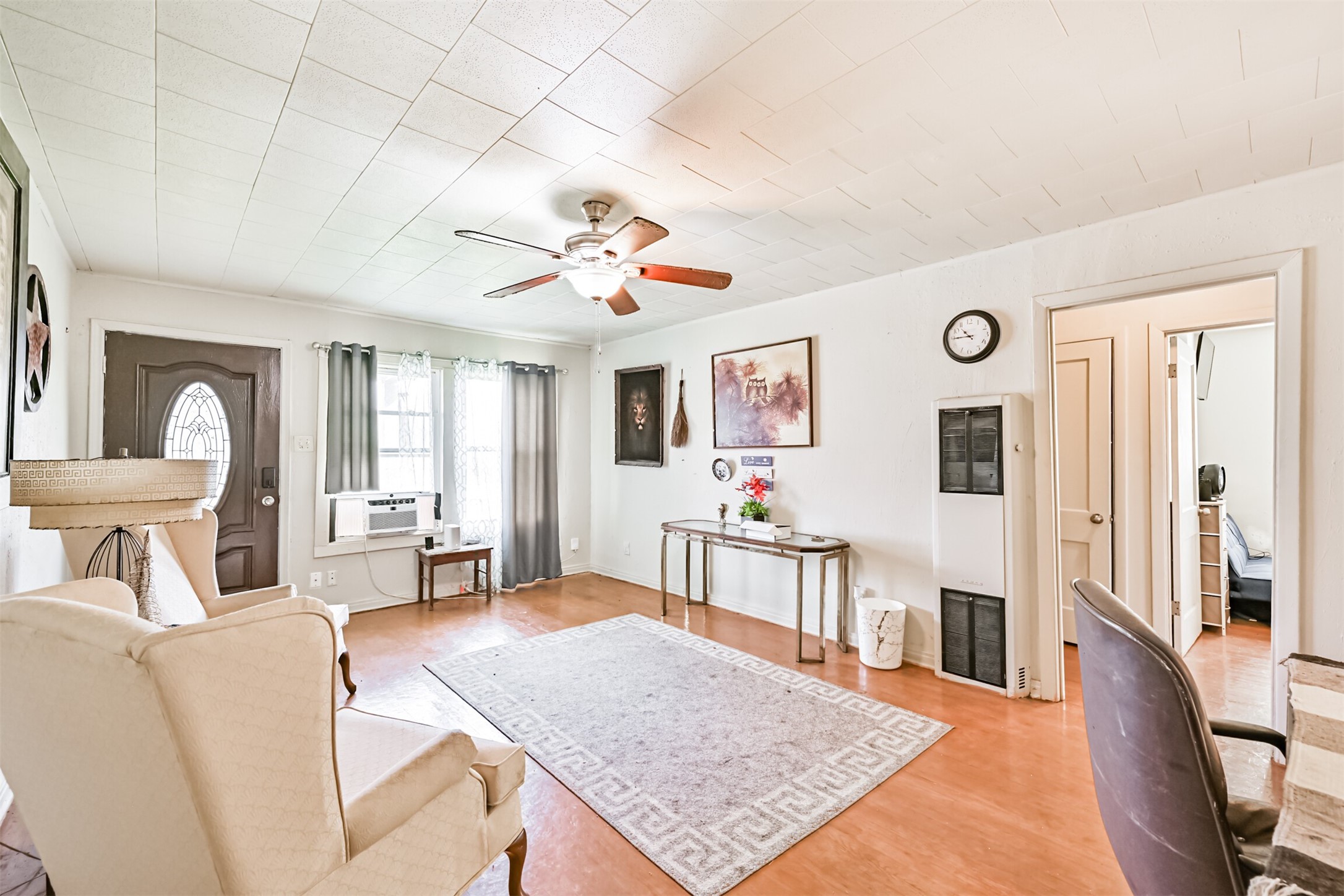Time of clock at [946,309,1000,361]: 10:44
